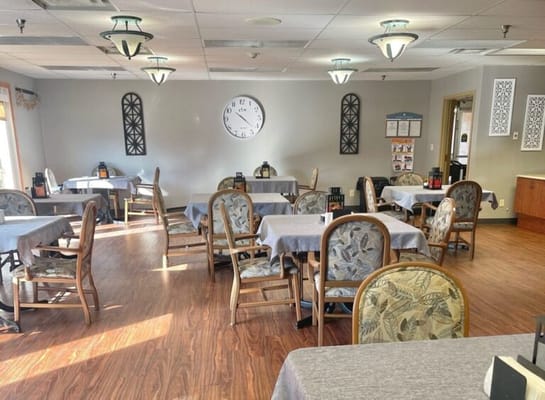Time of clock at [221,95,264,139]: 4:22
